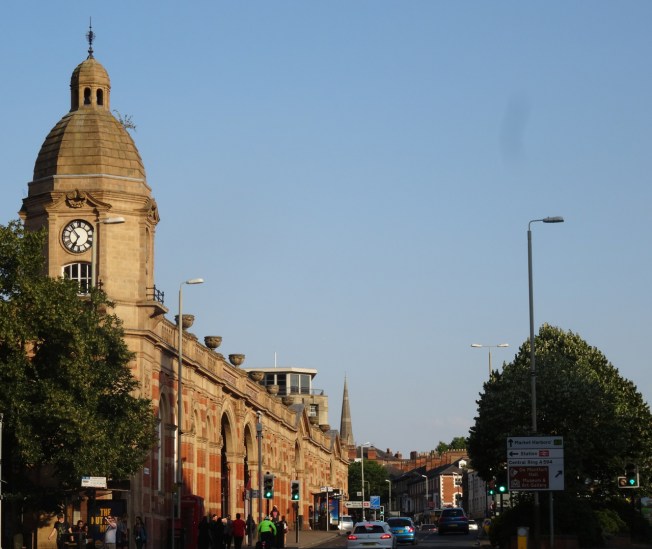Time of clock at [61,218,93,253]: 6:53
